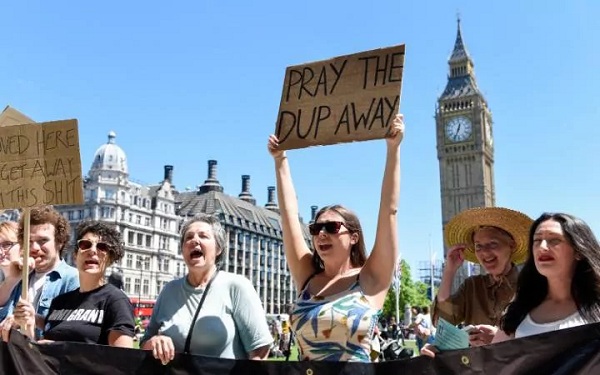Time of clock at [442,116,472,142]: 12:33
